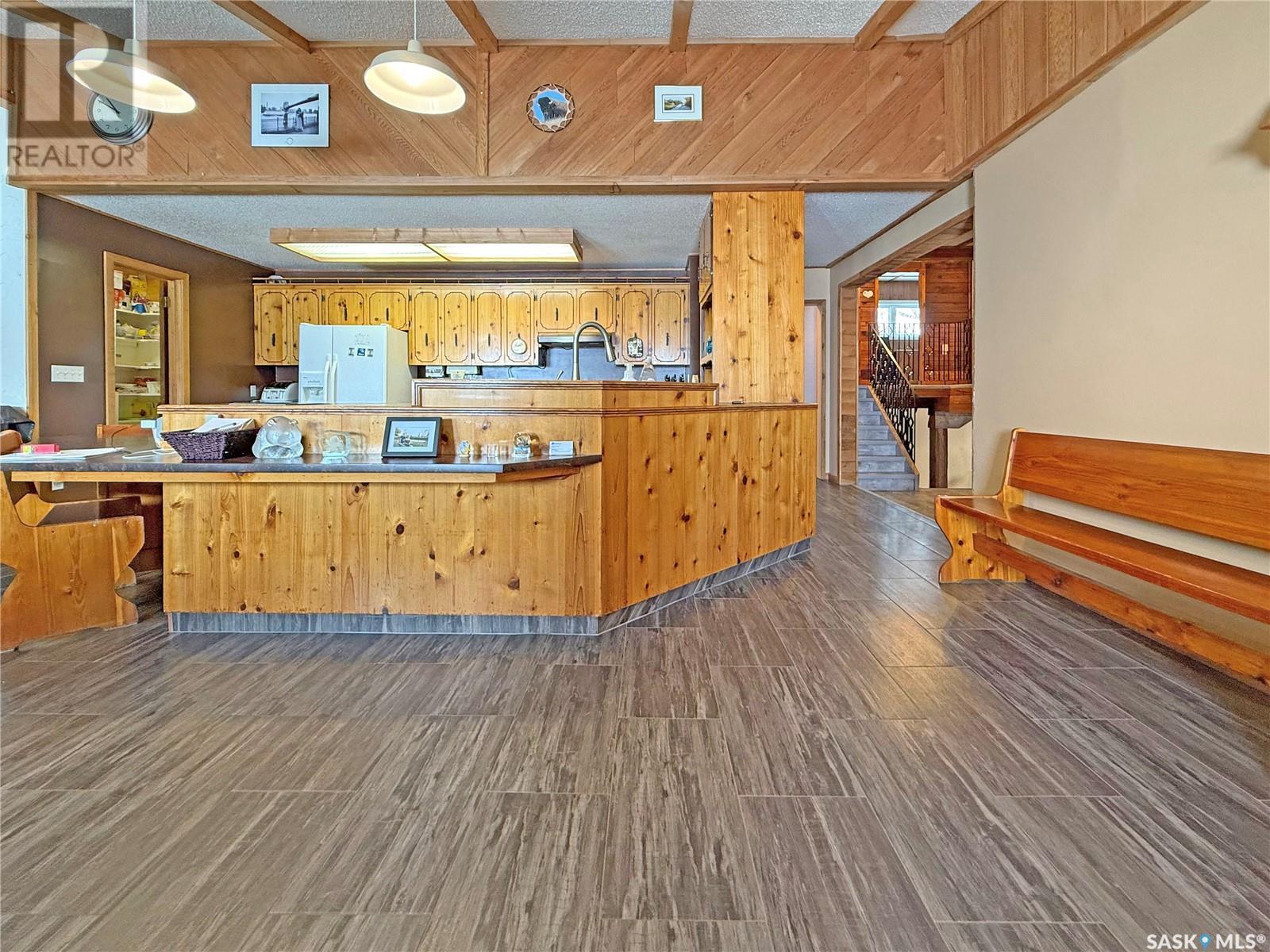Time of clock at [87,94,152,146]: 10:50
